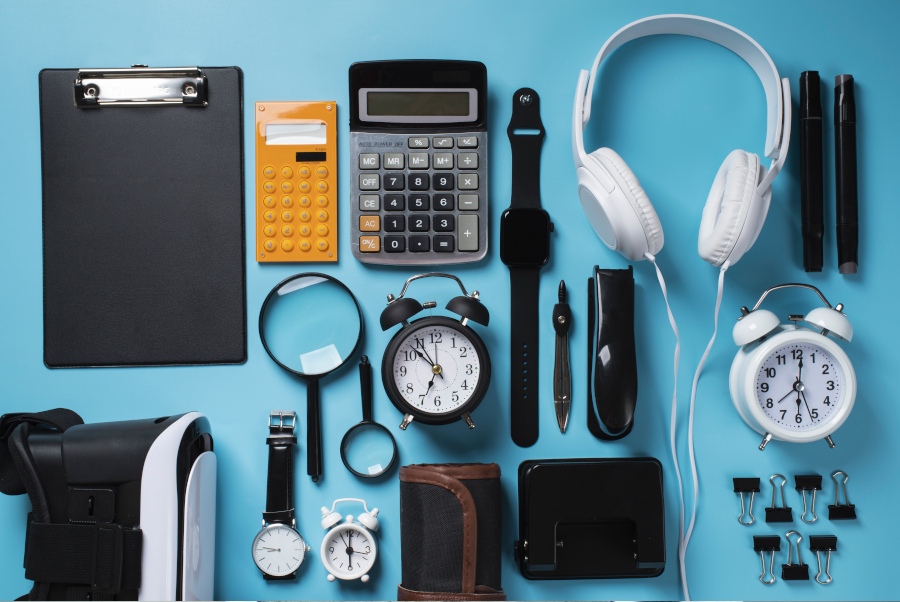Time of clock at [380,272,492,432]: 6:52
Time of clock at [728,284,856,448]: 6:01
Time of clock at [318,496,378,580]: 6:00
